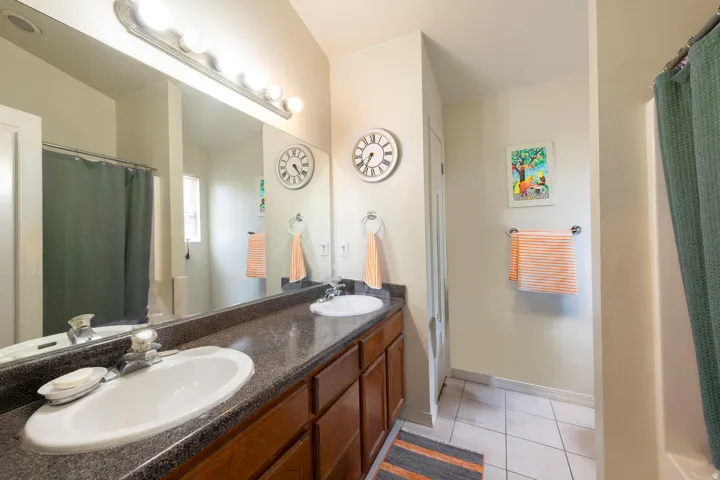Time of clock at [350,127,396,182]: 7:35
